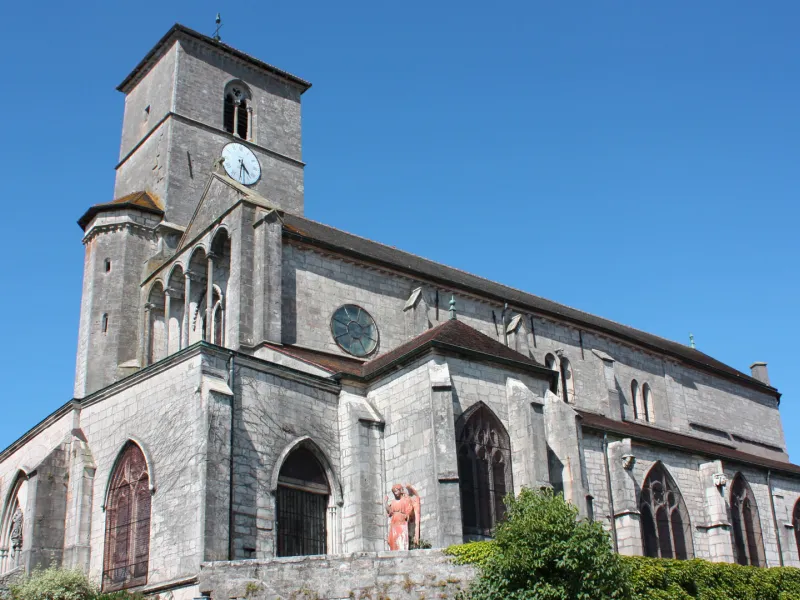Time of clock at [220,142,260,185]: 4:30
